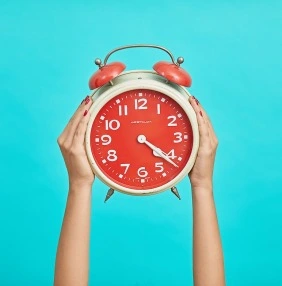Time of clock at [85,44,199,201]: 4:21
